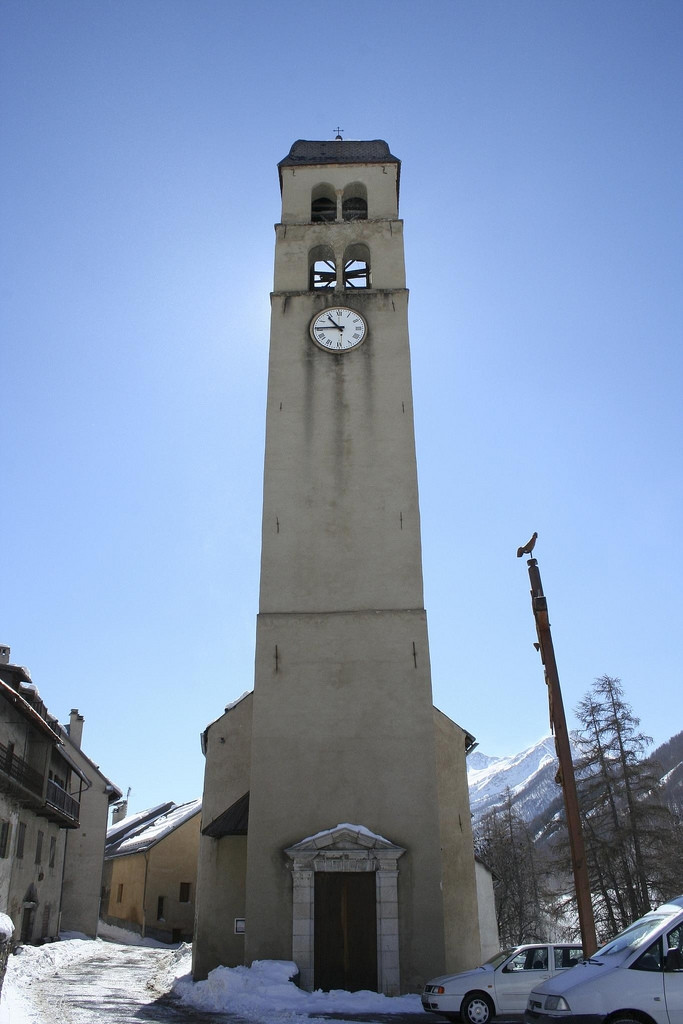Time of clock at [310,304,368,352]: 10:45
